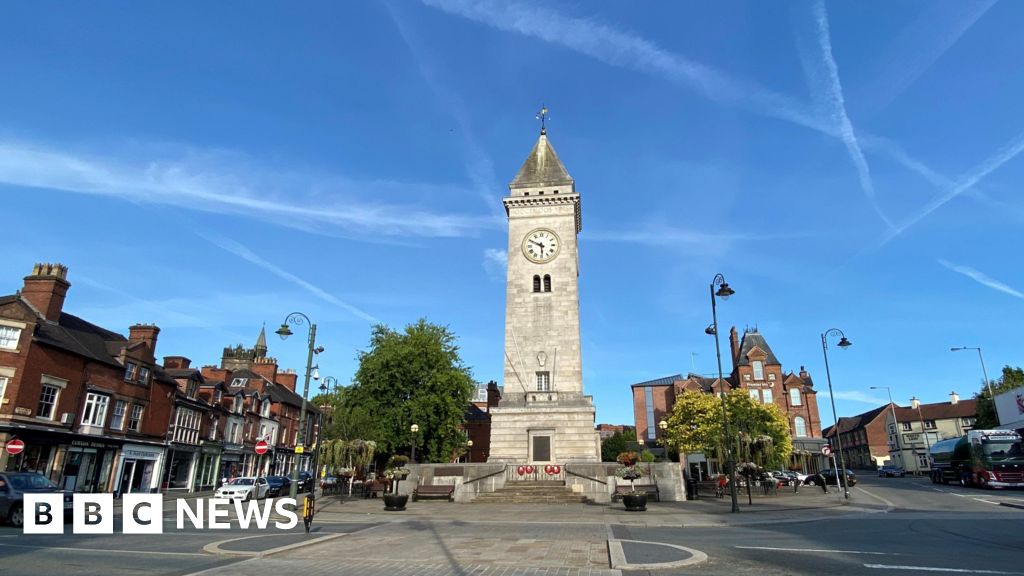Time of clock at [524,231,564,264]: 5:49
